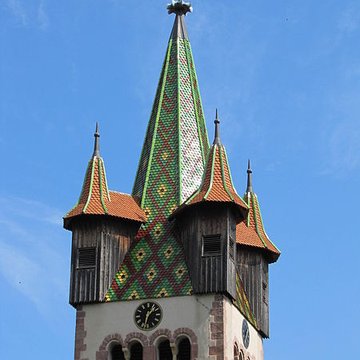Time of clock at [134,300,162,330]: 1:32
